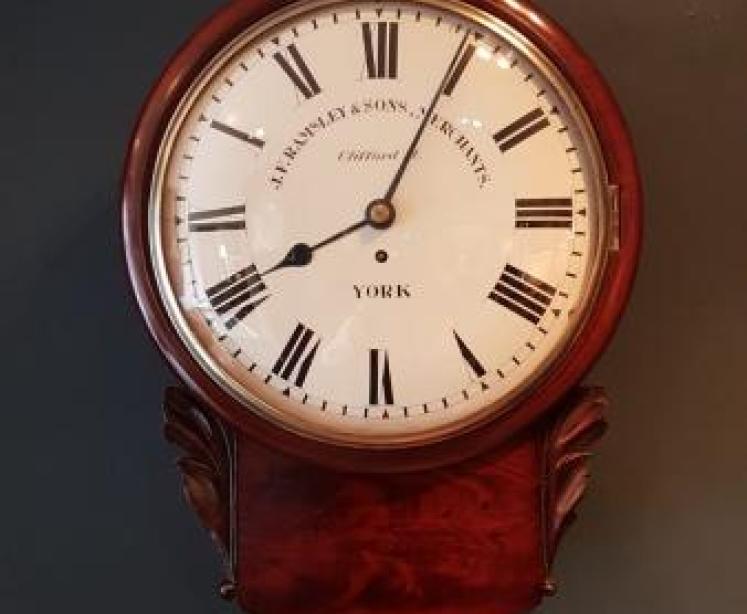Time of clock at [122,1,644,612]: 8:04
